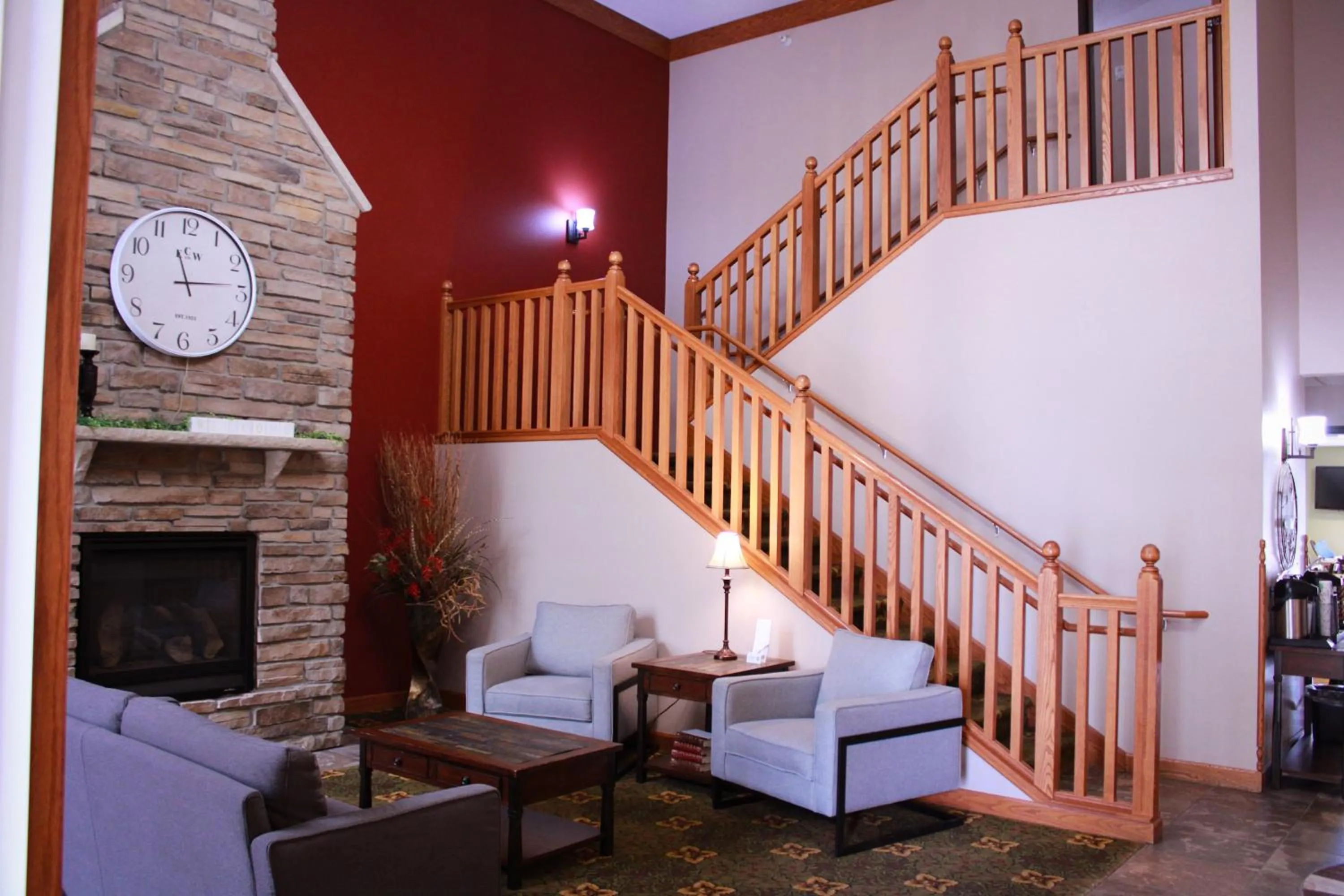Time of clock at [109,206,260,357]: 11:13
